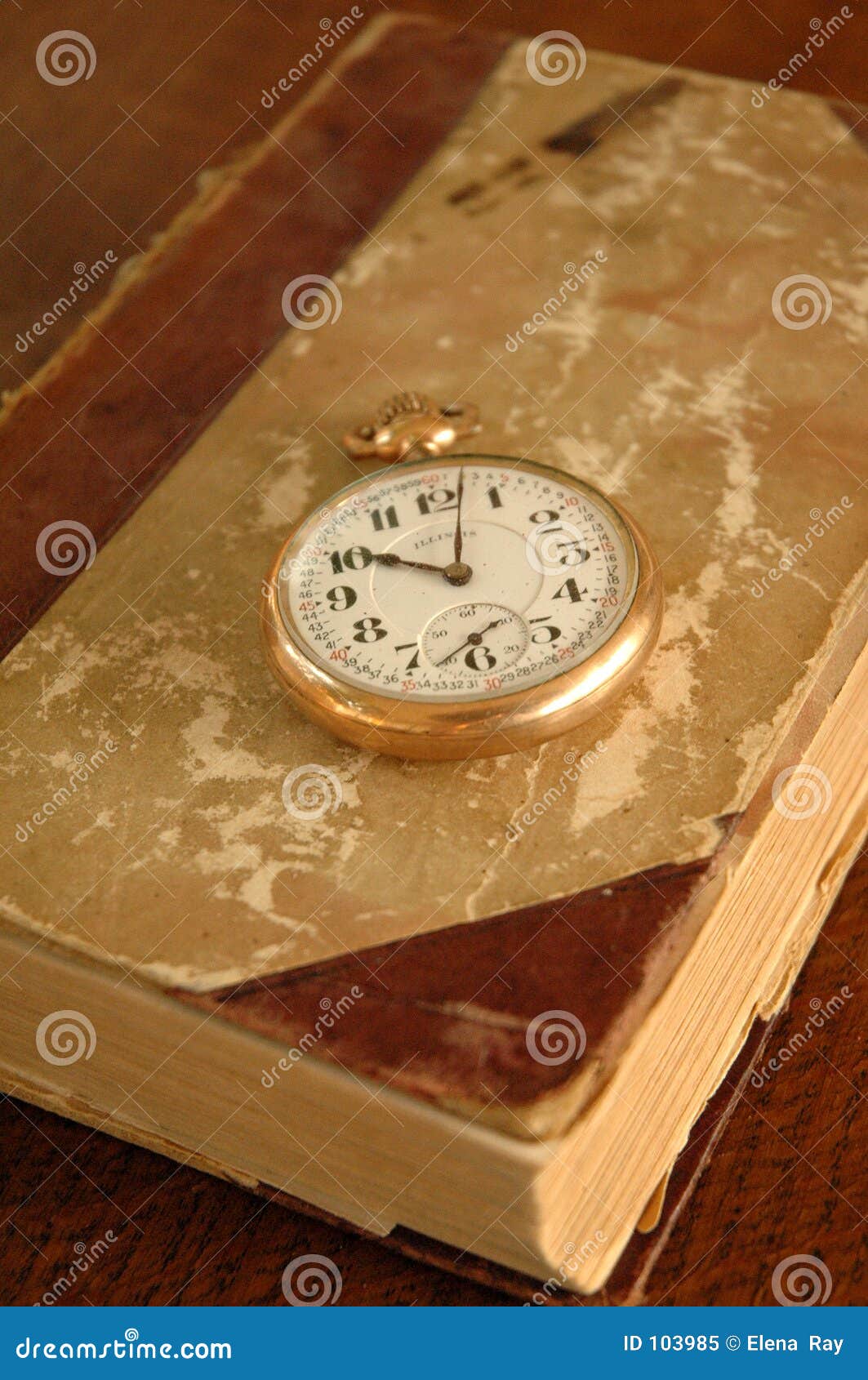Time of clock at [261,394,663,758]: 10:02
